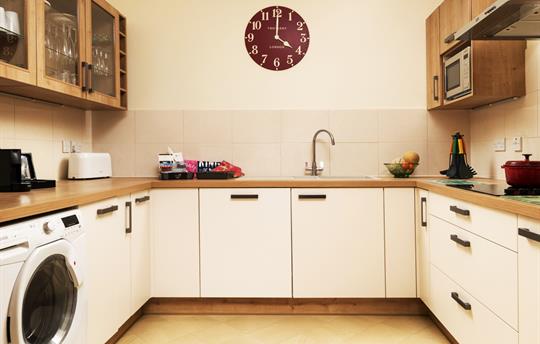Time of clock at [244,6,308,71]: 4:00
